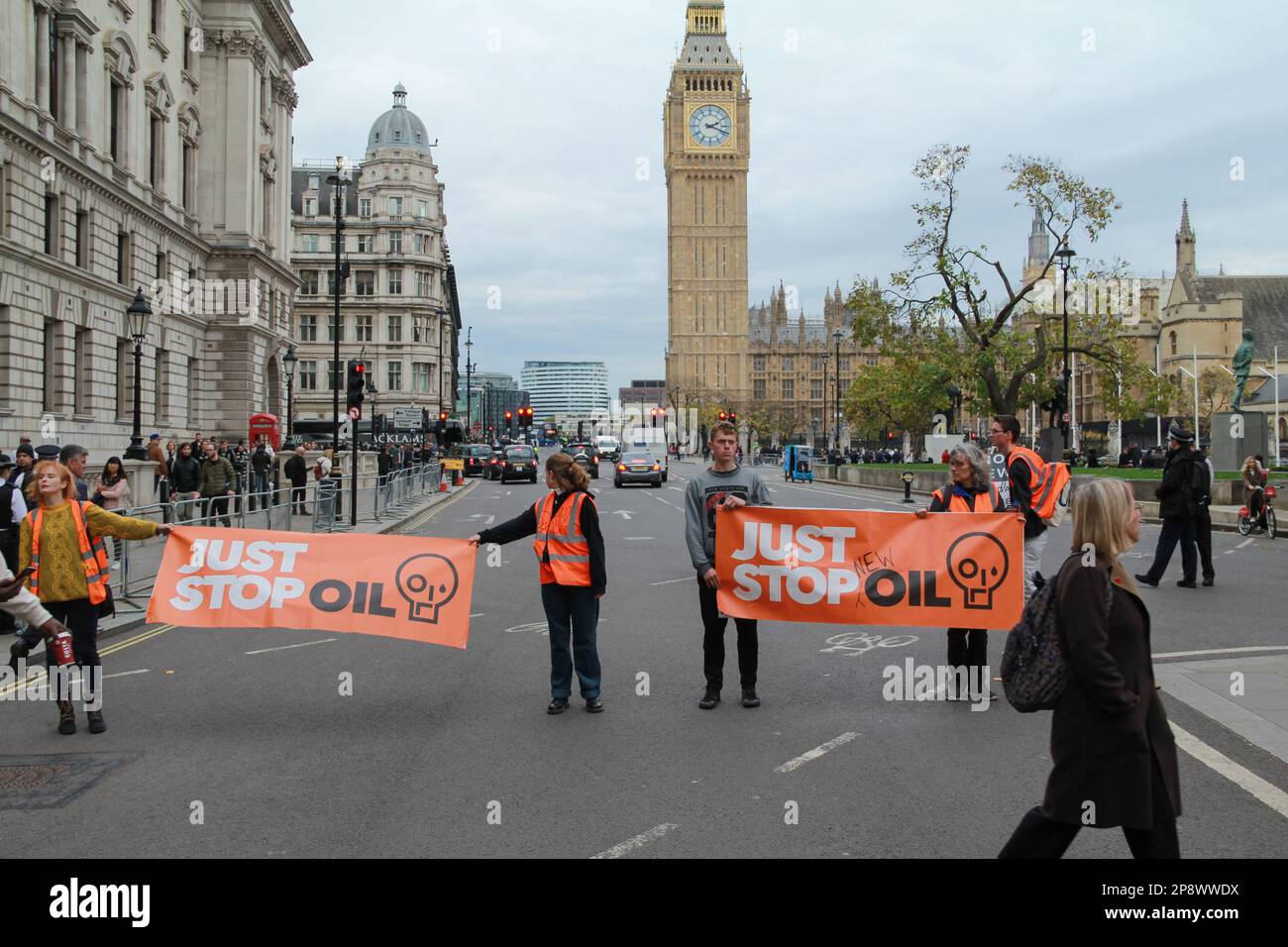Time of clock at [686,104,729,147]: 2:18
